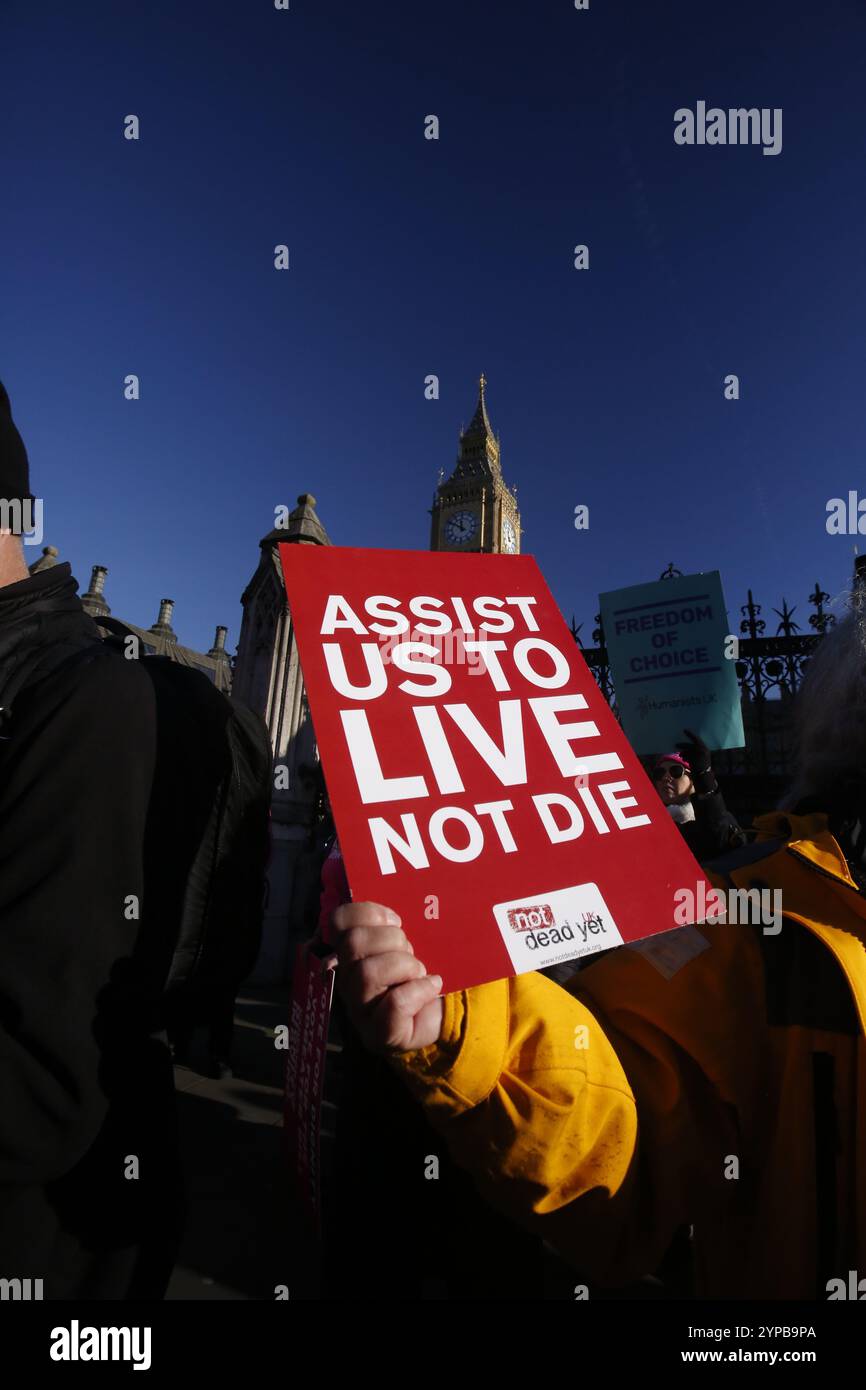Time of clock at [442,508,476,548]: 11:50
